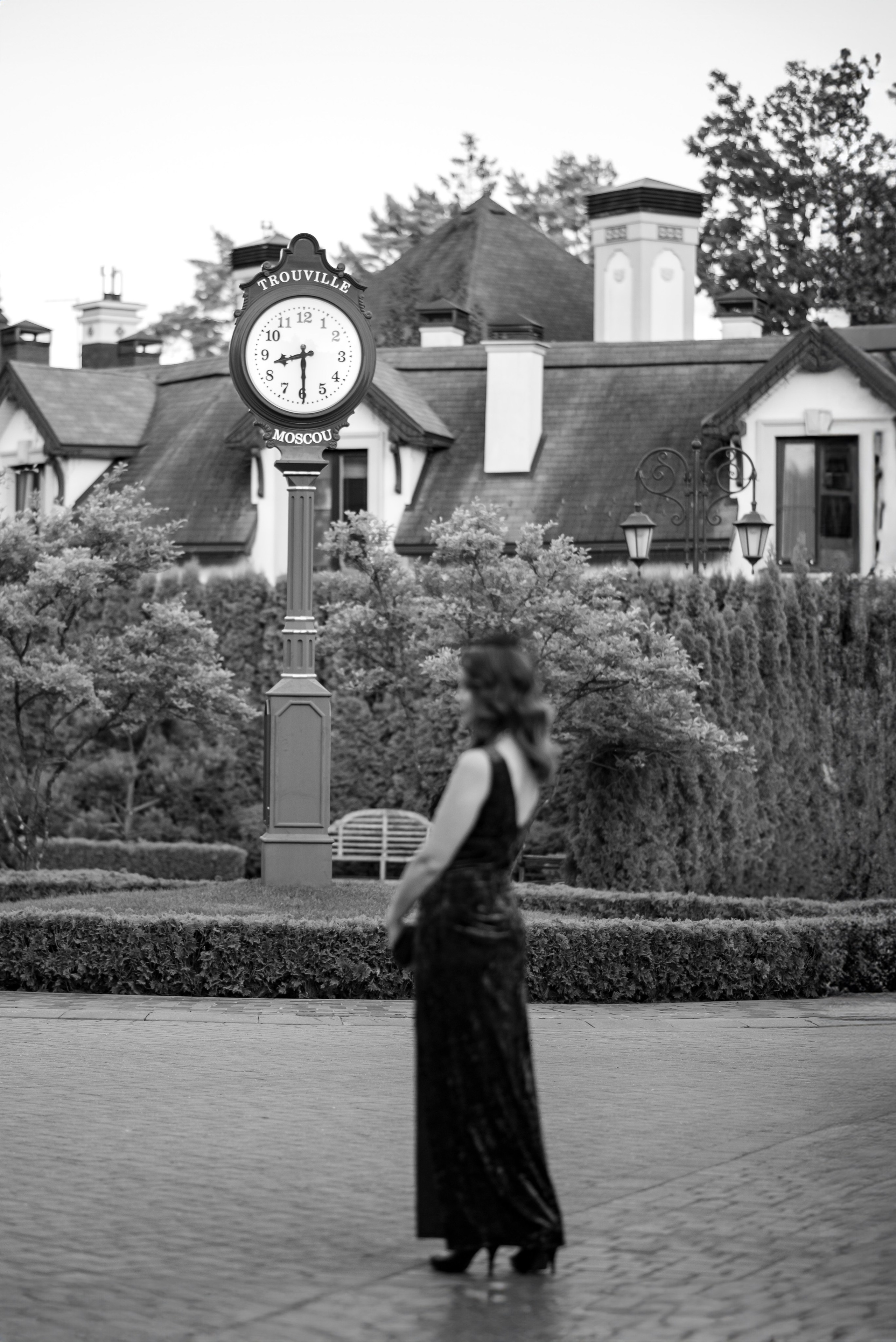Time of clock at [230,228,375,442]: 8:29
